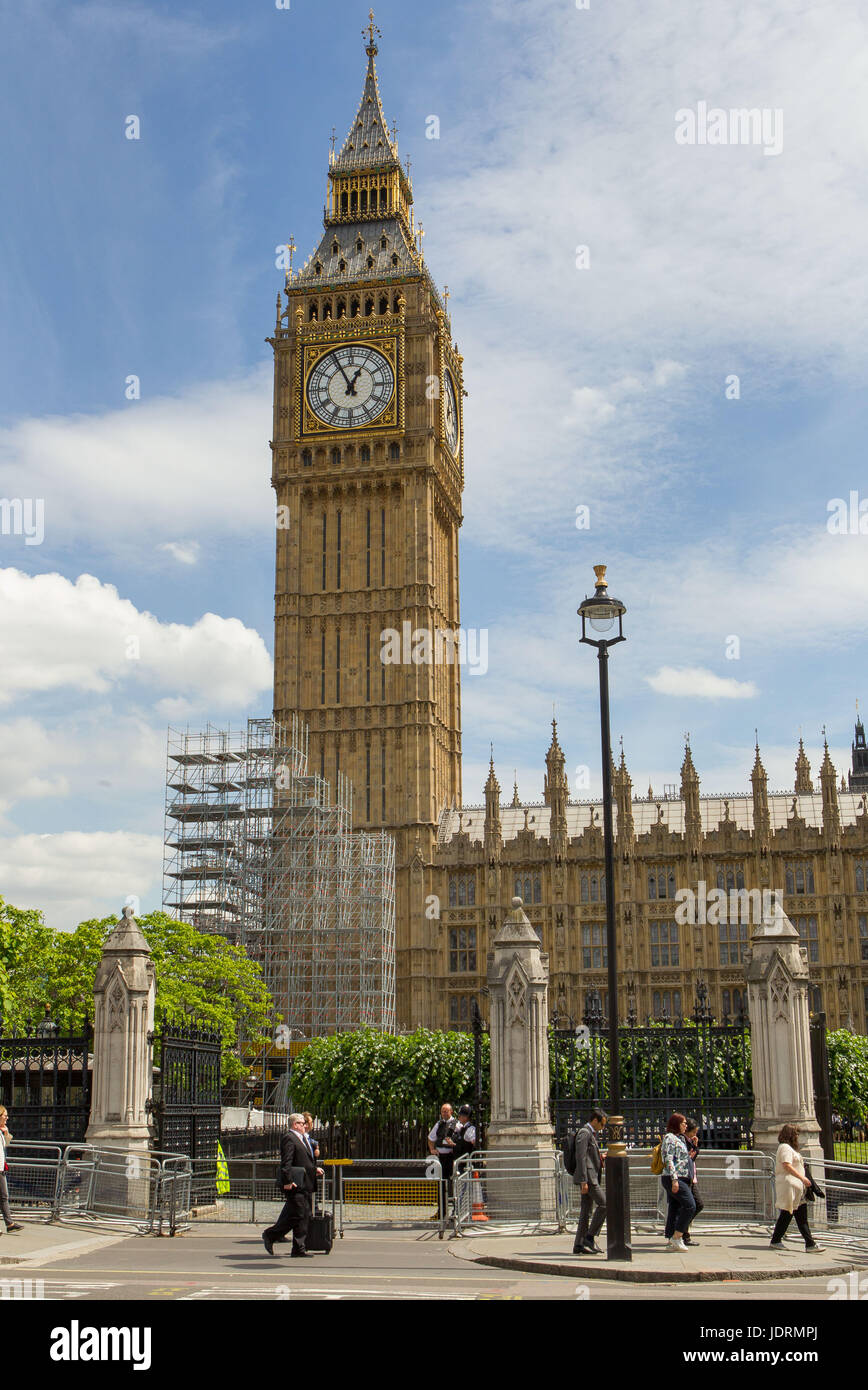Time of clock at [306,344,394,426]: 12:55
